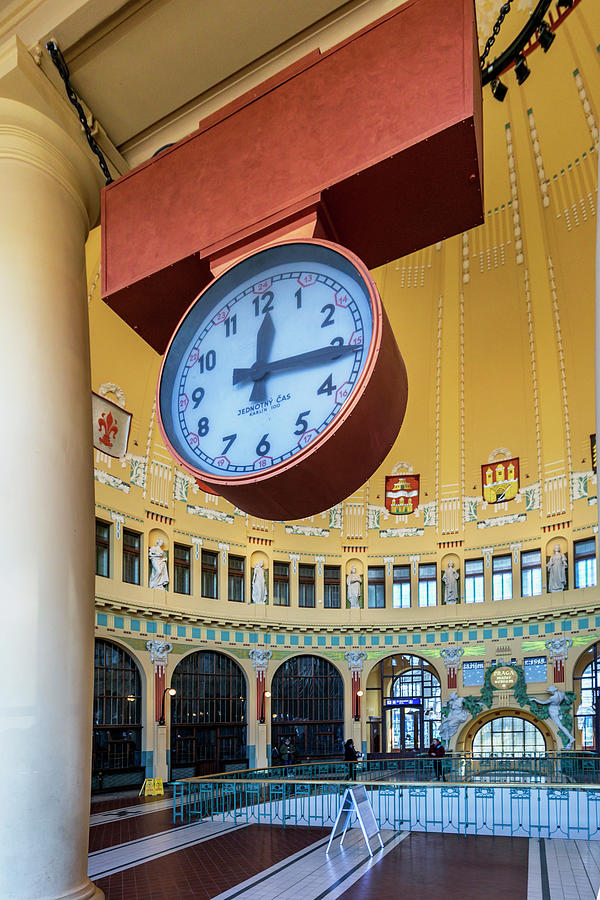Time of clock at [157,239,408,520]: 12:15
